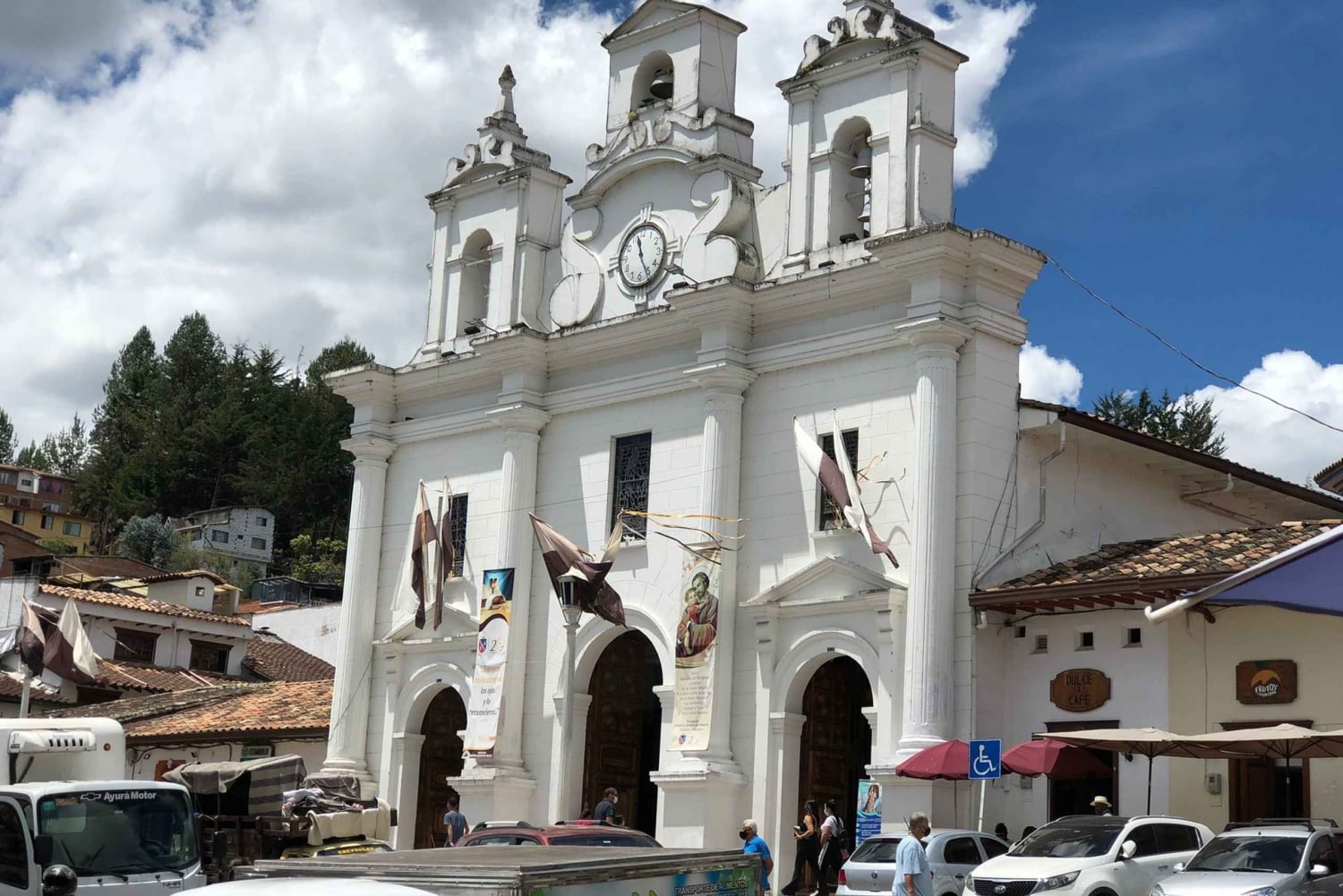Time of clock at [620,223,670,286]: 11:25
